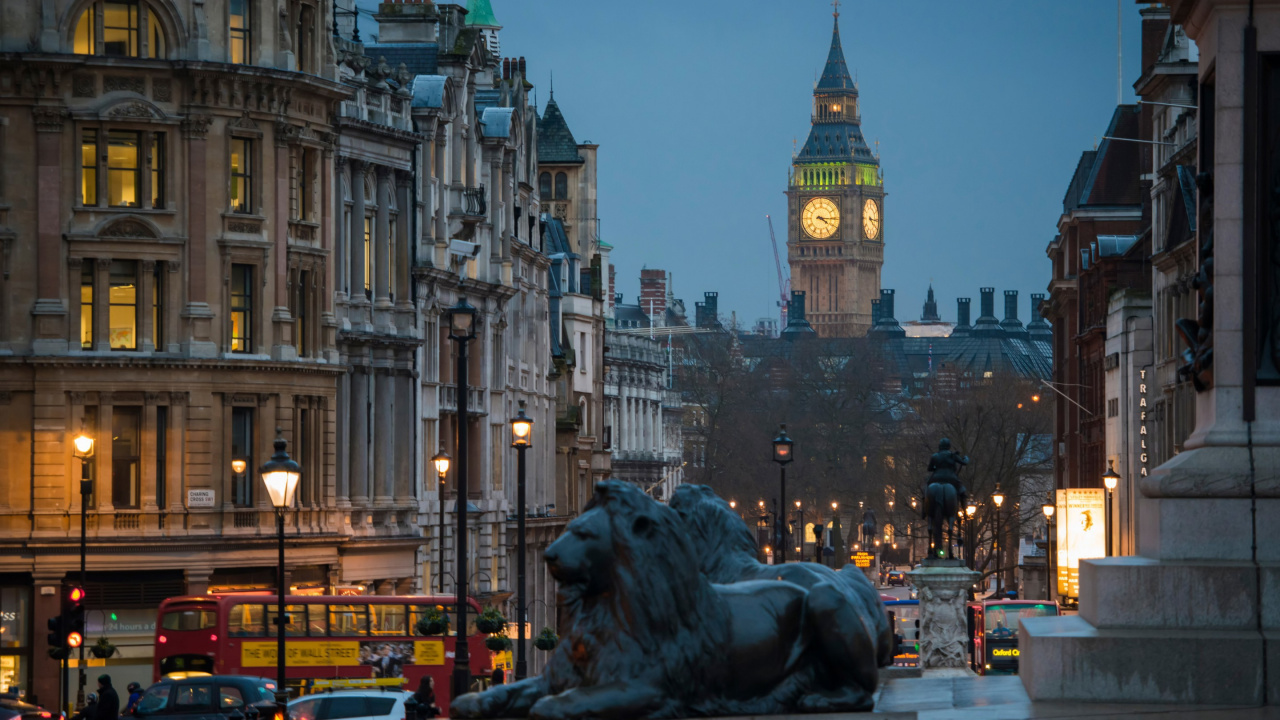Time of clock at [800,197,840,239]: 4:15
